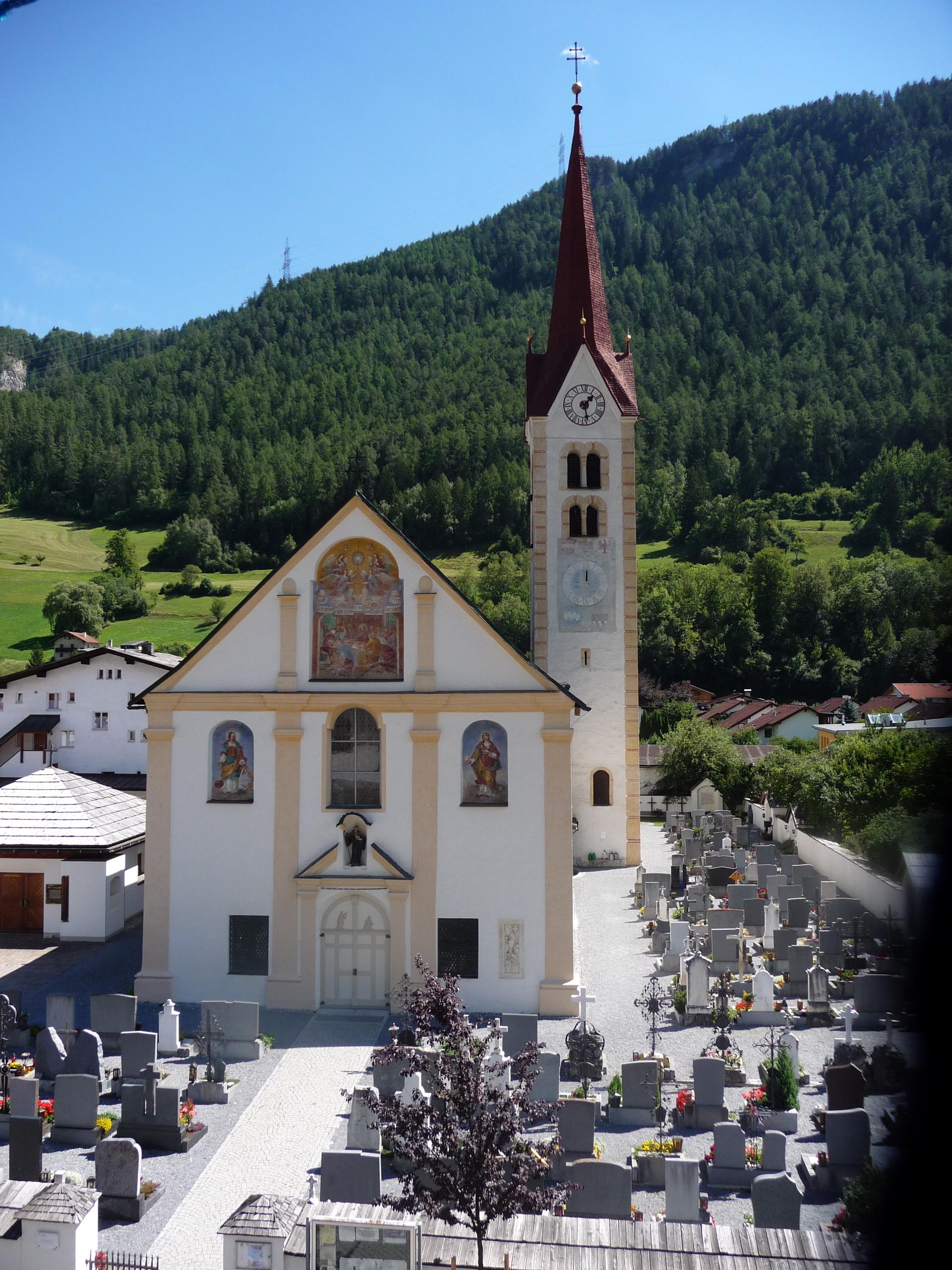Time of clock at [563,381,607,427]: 1:28
